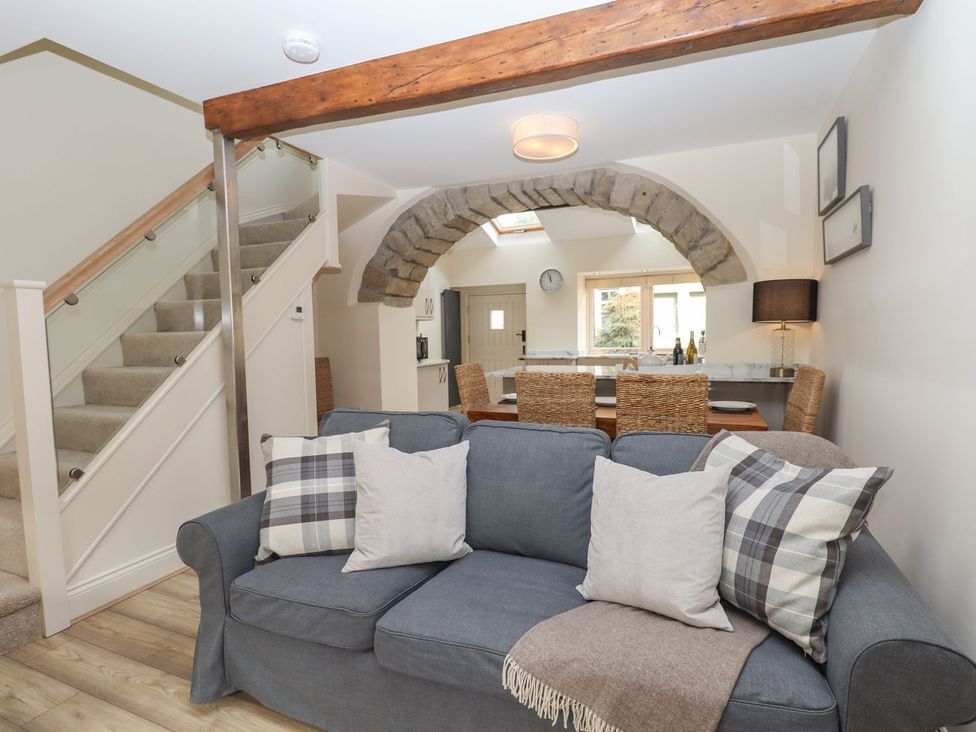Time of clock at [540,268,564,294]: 11:56
